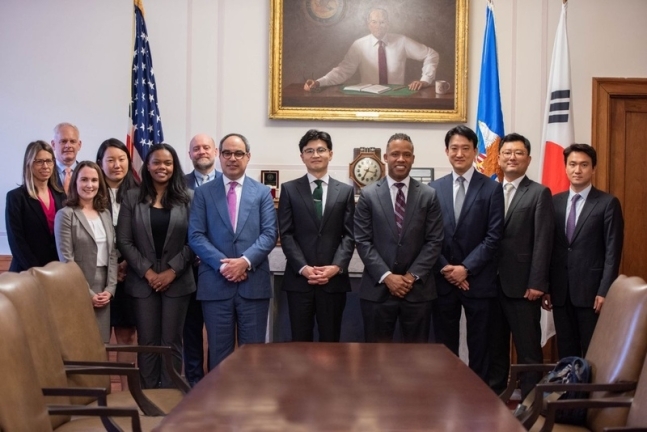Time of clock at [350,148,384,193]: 3:34
